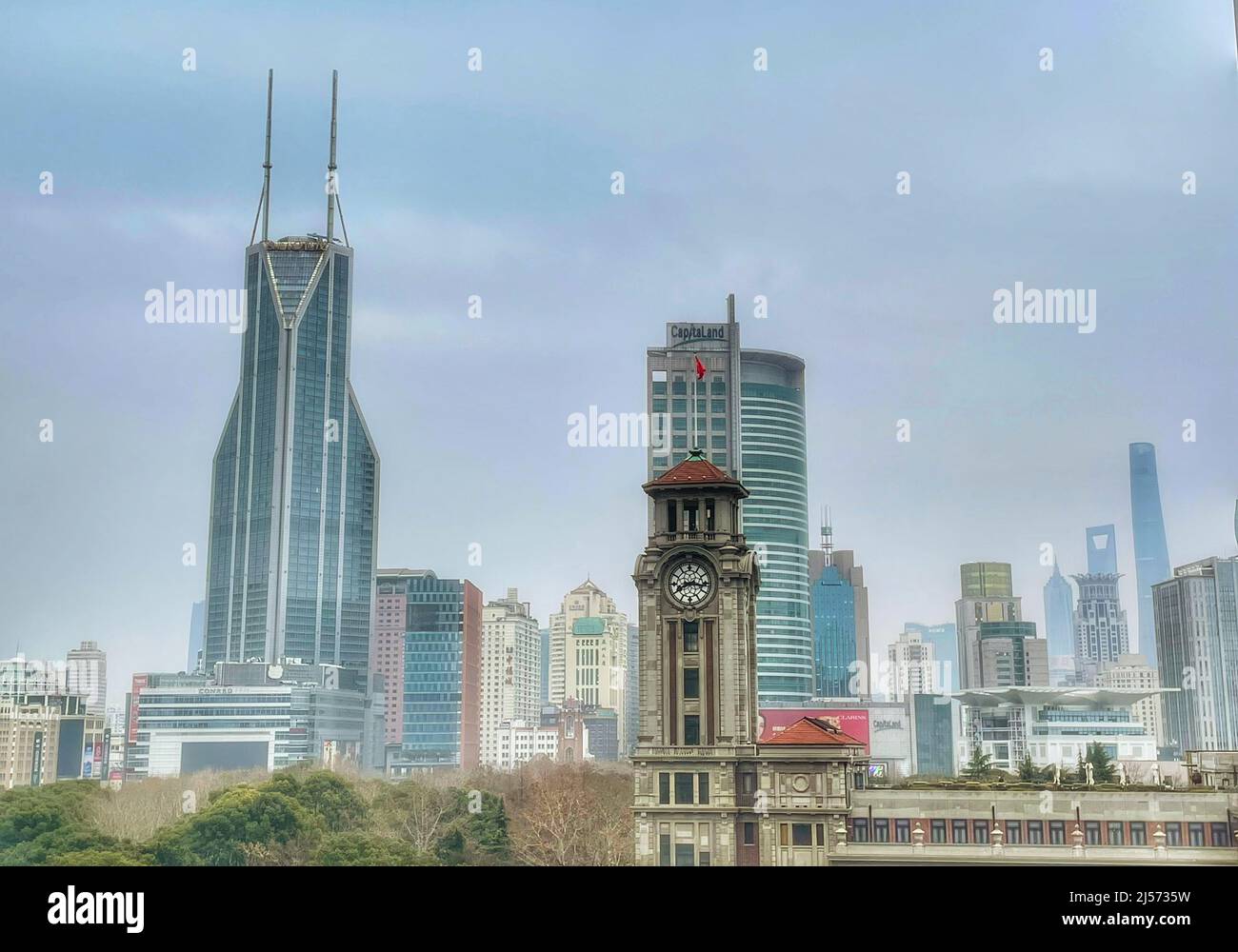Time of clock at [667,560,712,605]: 8:16
